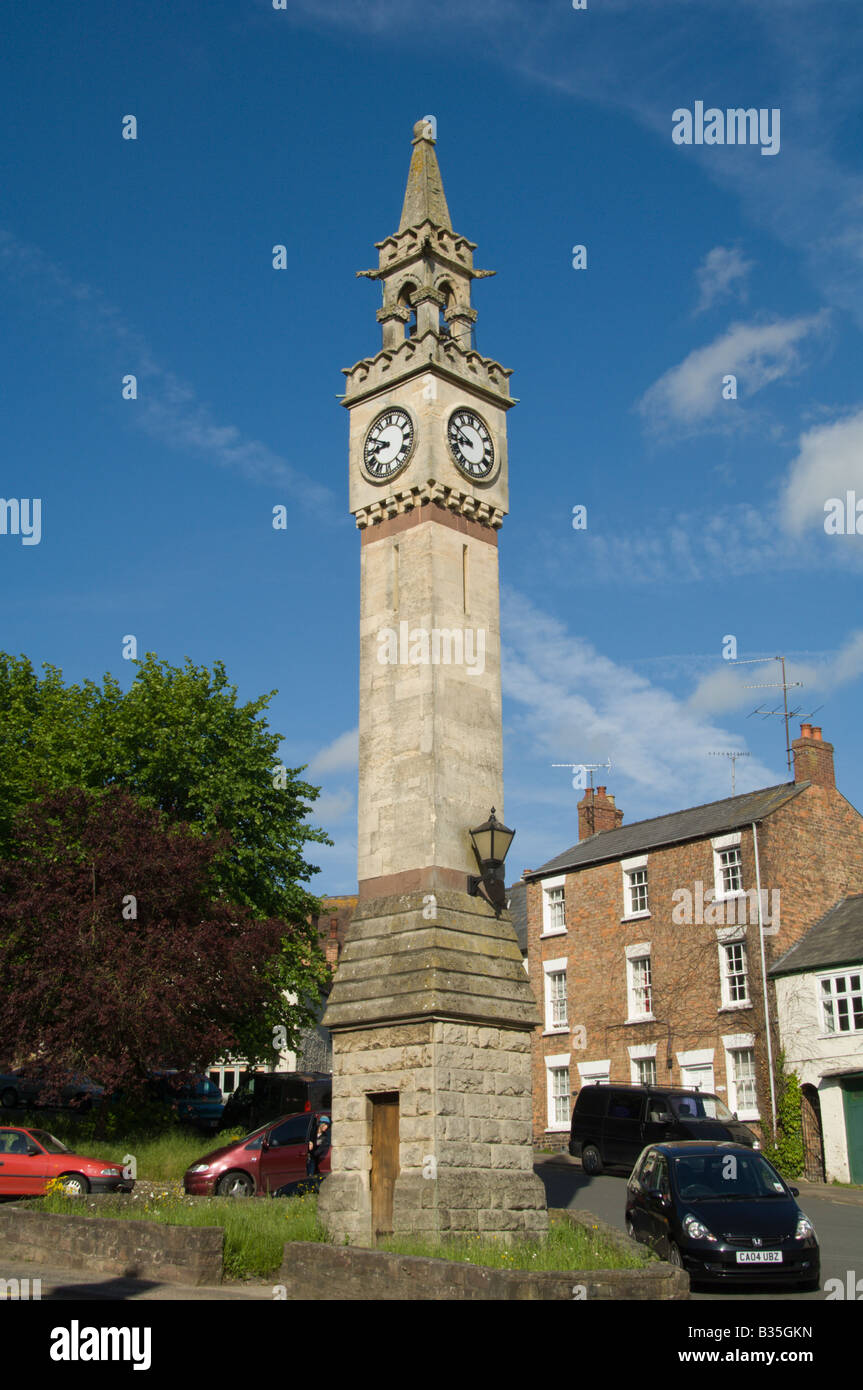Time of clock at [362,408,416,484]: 8:49
